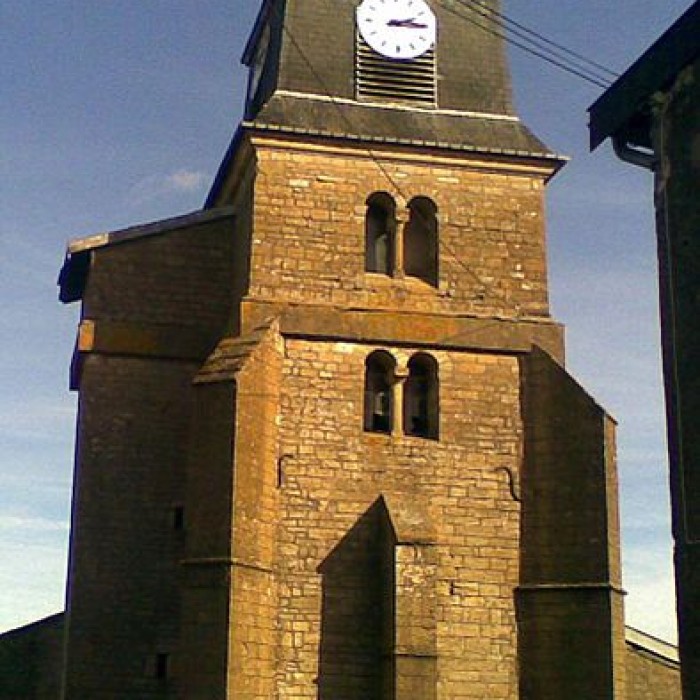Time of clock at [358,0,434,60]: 2:15
